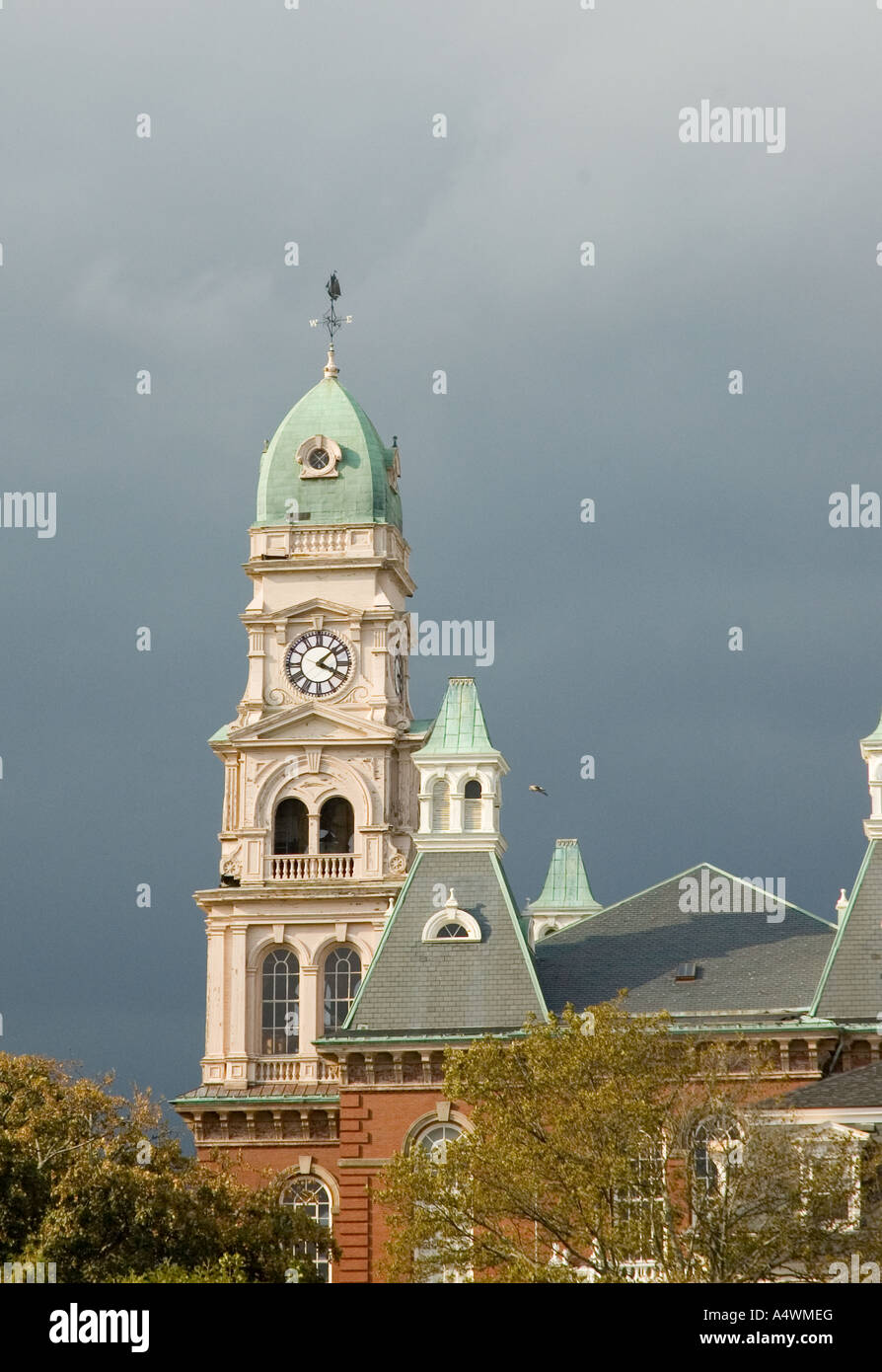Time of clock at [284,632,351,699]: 4:08
